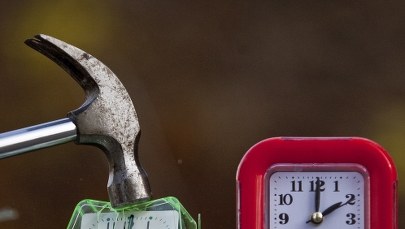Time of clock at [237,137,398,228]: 2:00
